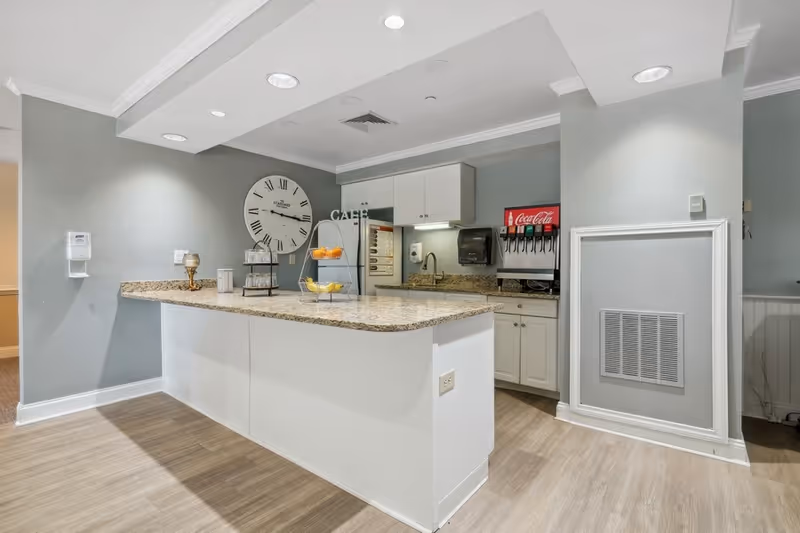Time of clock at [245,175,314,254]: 3:16
